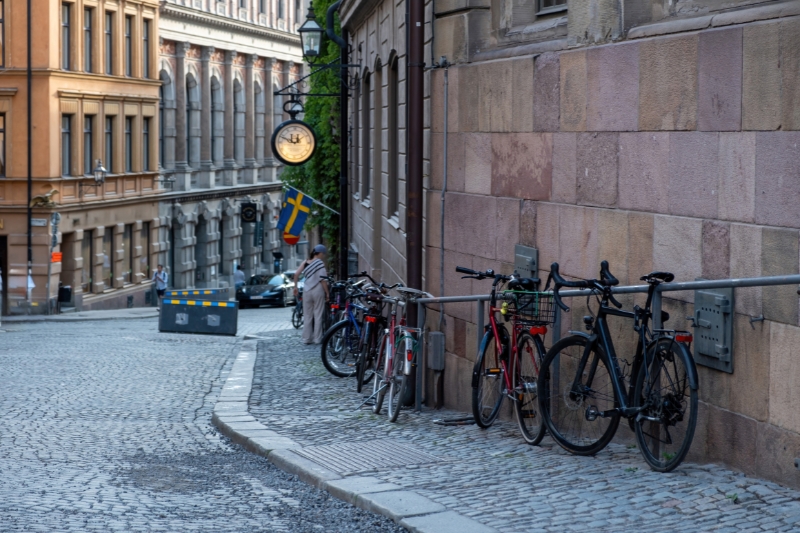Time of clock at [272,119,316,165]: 12:48
